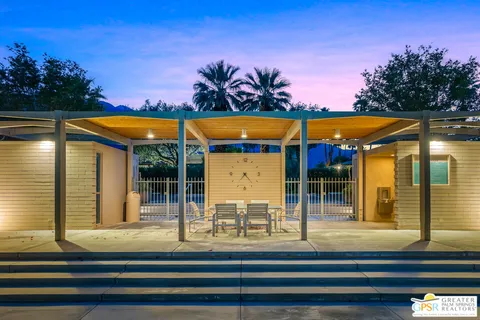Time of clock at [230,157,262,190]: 7:23
